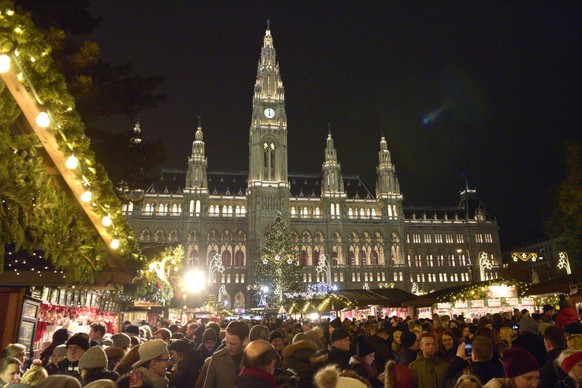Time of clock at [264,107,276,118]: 5:59
